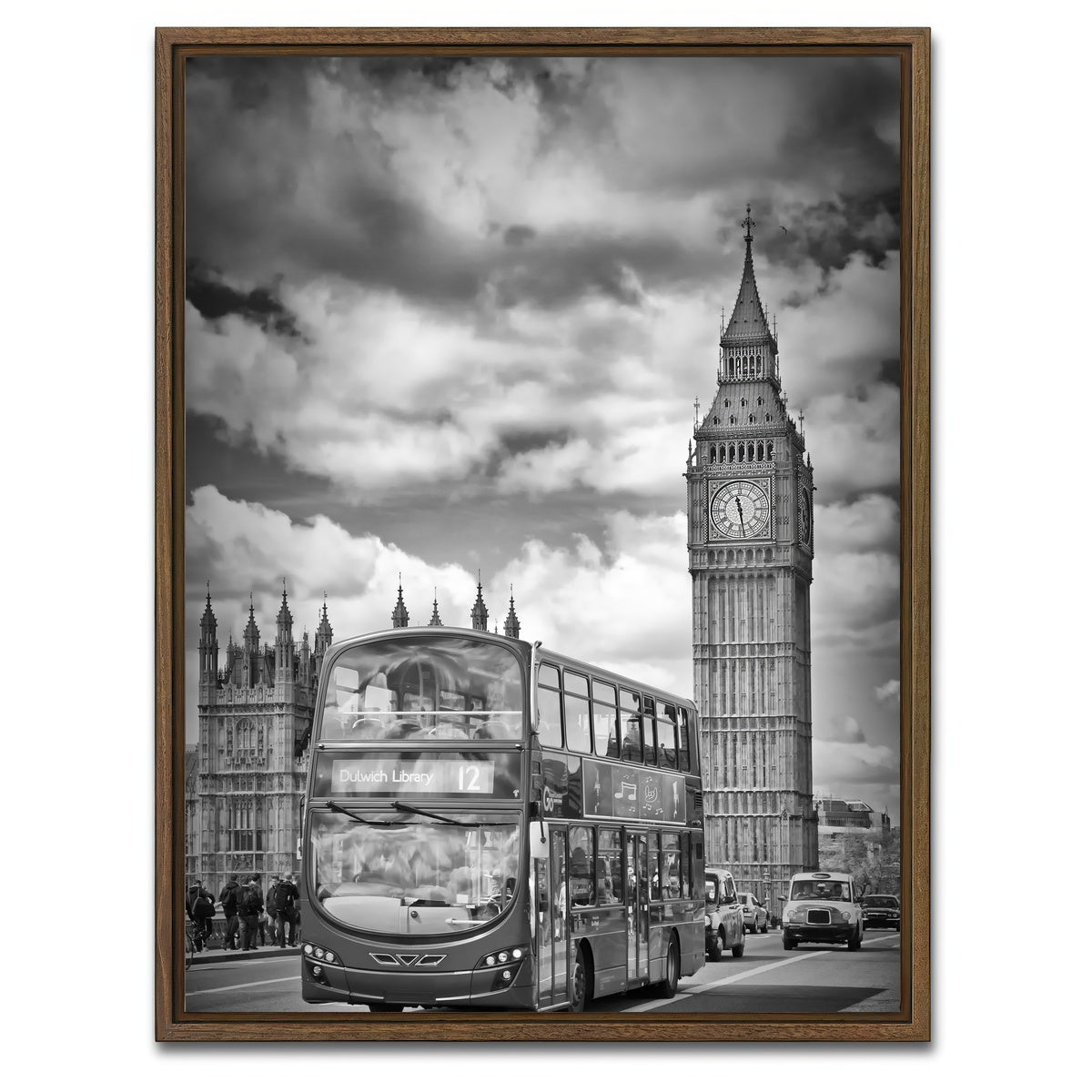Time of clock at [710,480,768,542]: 11:28
